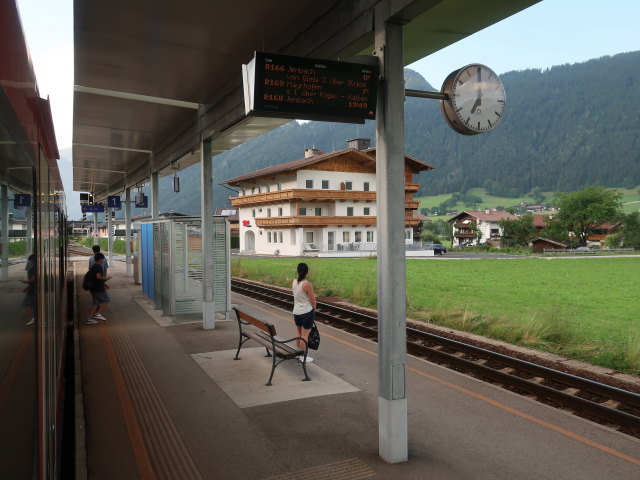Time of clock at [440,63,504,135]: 7:00
